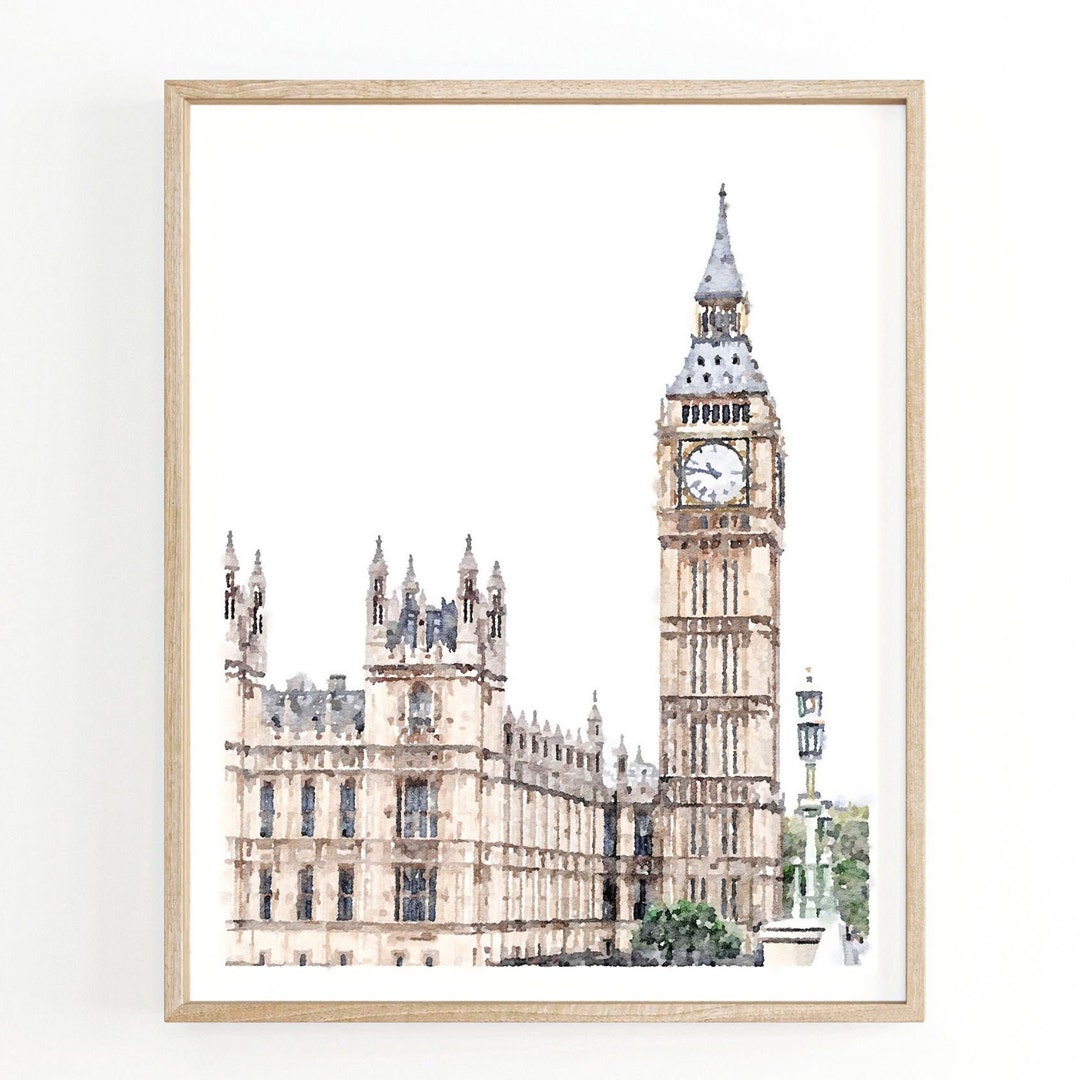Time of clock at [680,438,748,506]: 10:47
